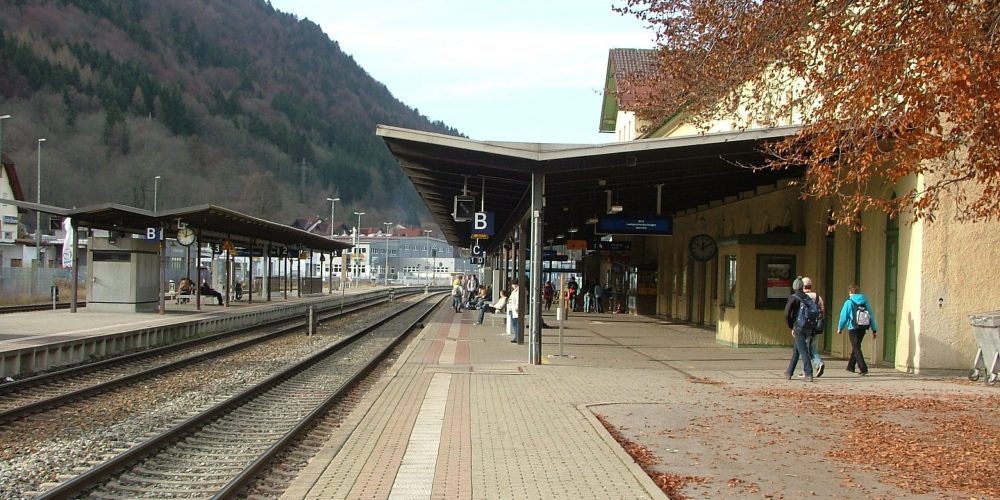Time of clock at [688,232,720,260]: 12:10
